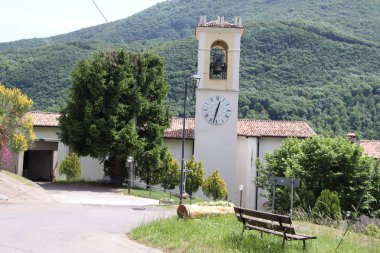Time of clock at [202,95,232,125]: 12:32
